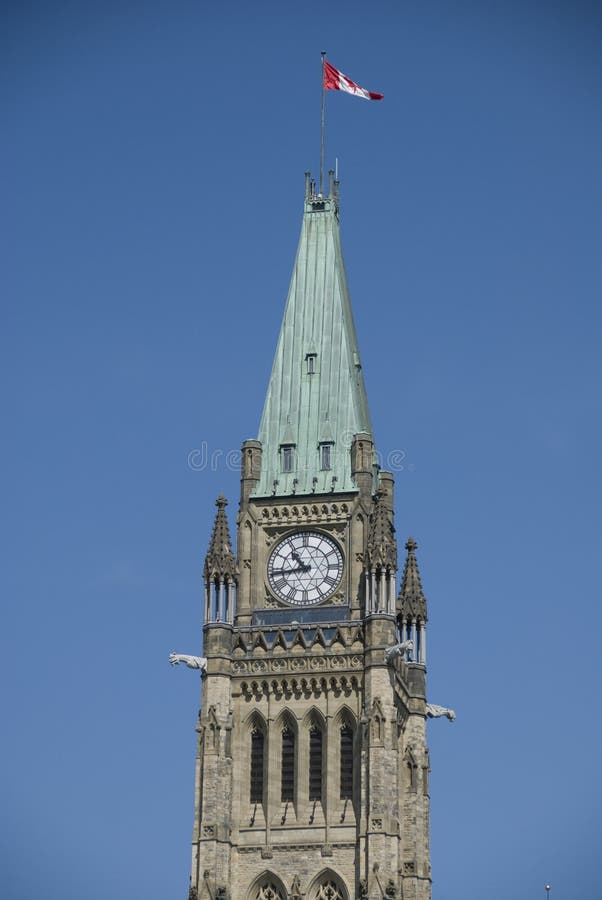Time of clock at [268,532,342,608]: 10:43
